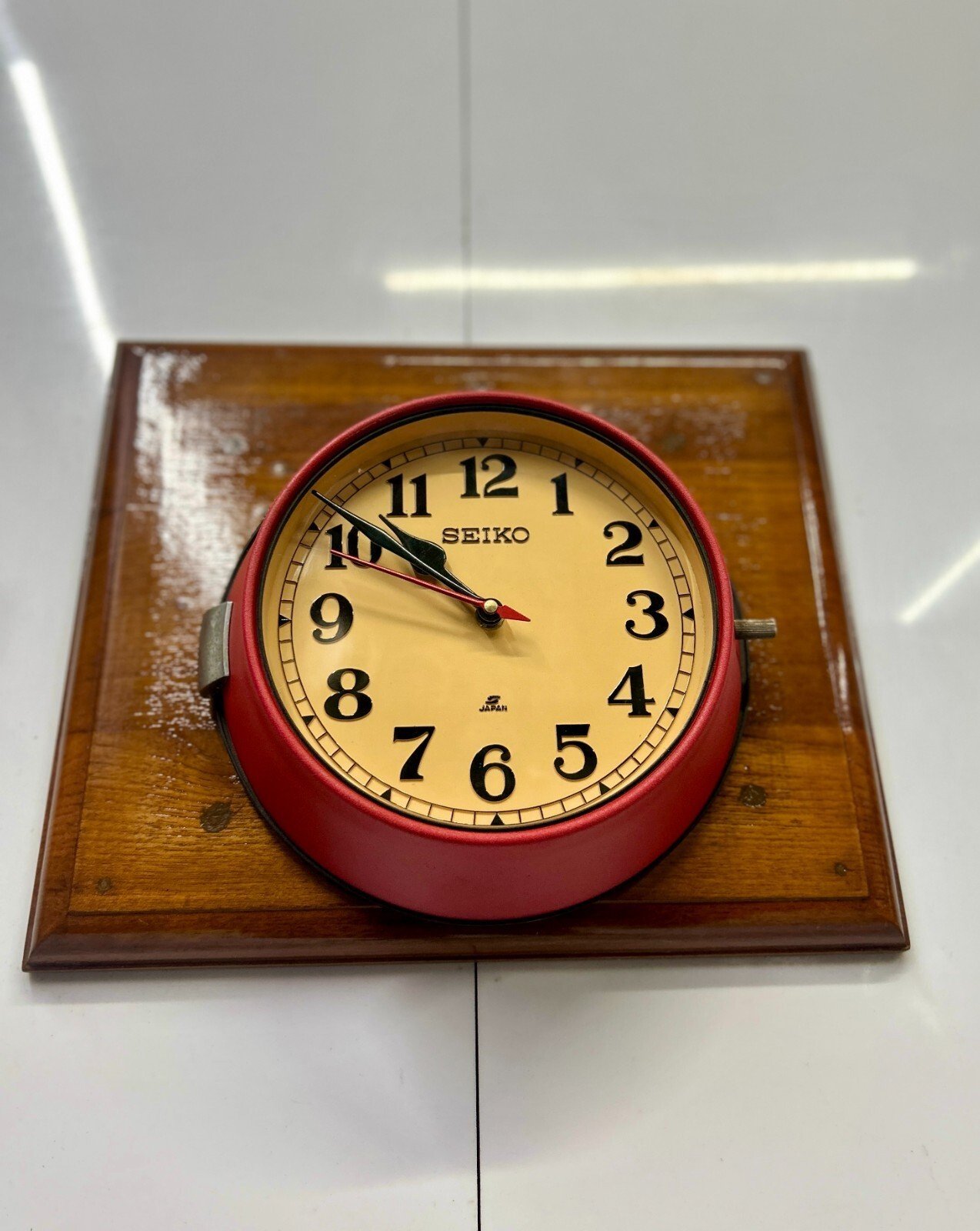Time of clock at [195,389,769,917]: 10:51
